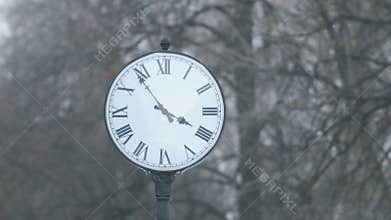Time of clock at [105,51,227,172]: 3:53
